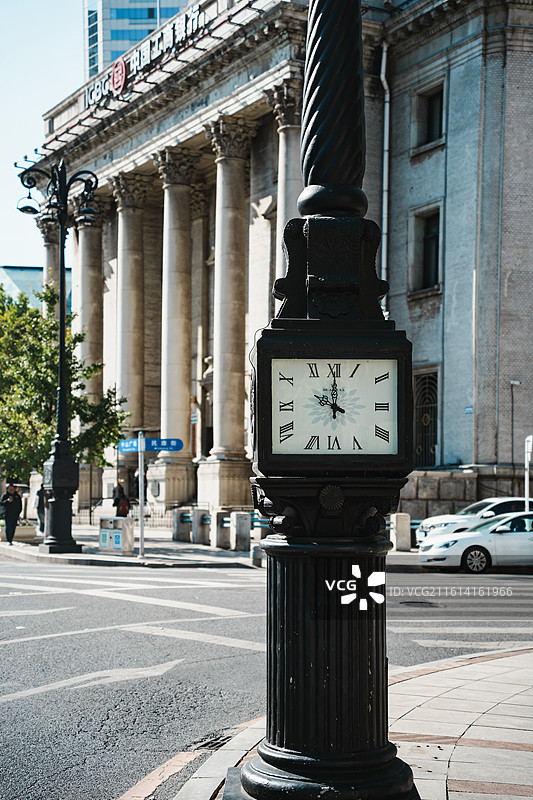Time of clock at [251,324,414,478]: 10:00
